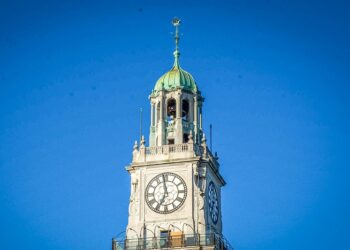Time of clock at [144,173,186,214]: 6:58
